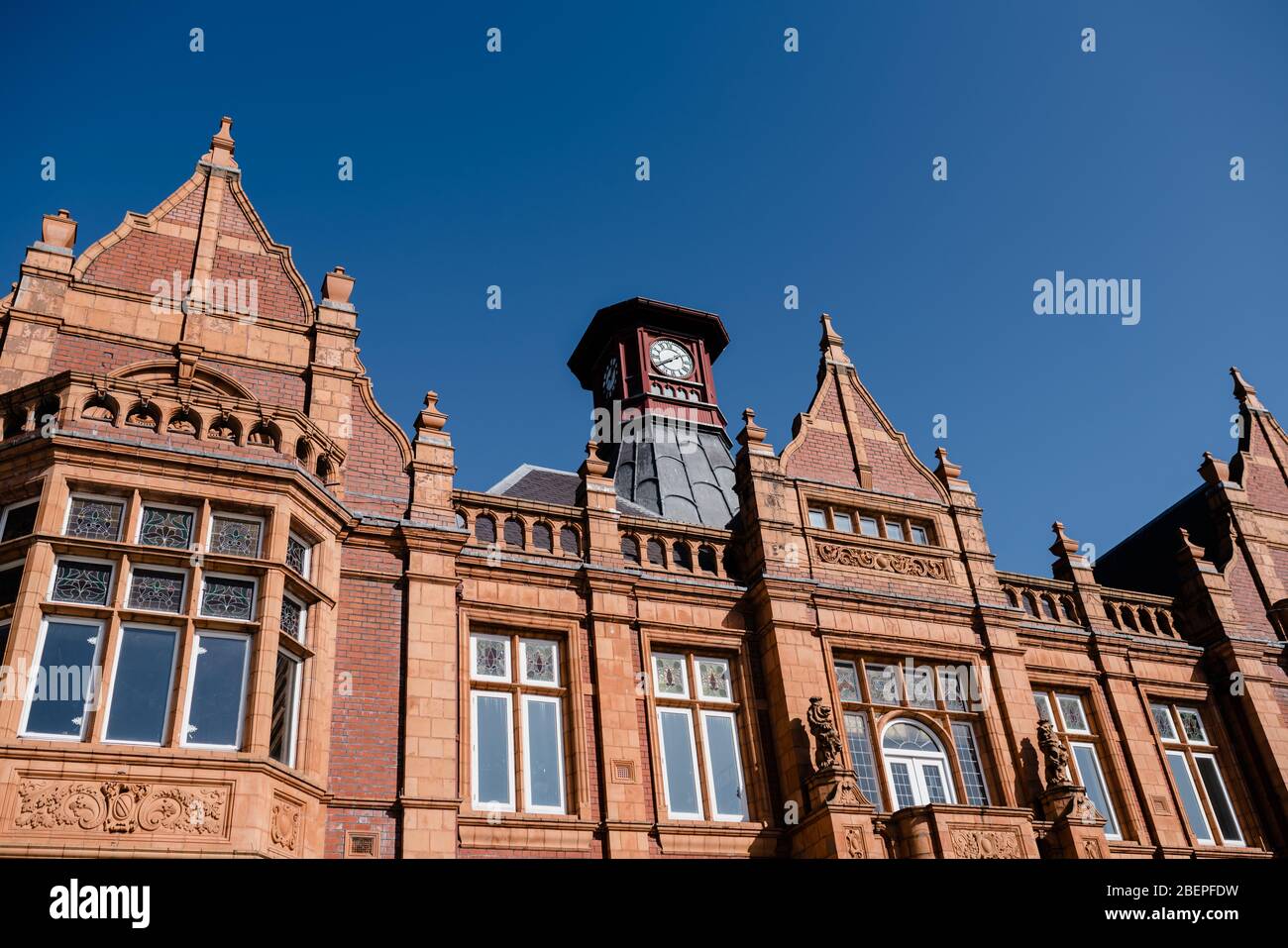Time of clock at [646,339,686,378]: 1:40
